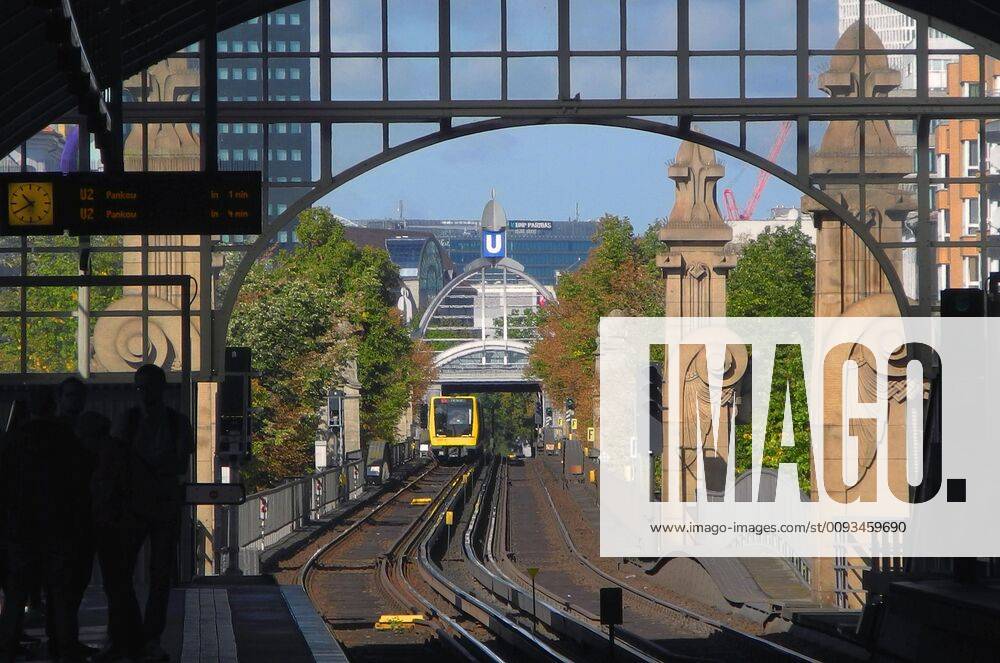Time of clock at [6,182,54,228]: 10:39
